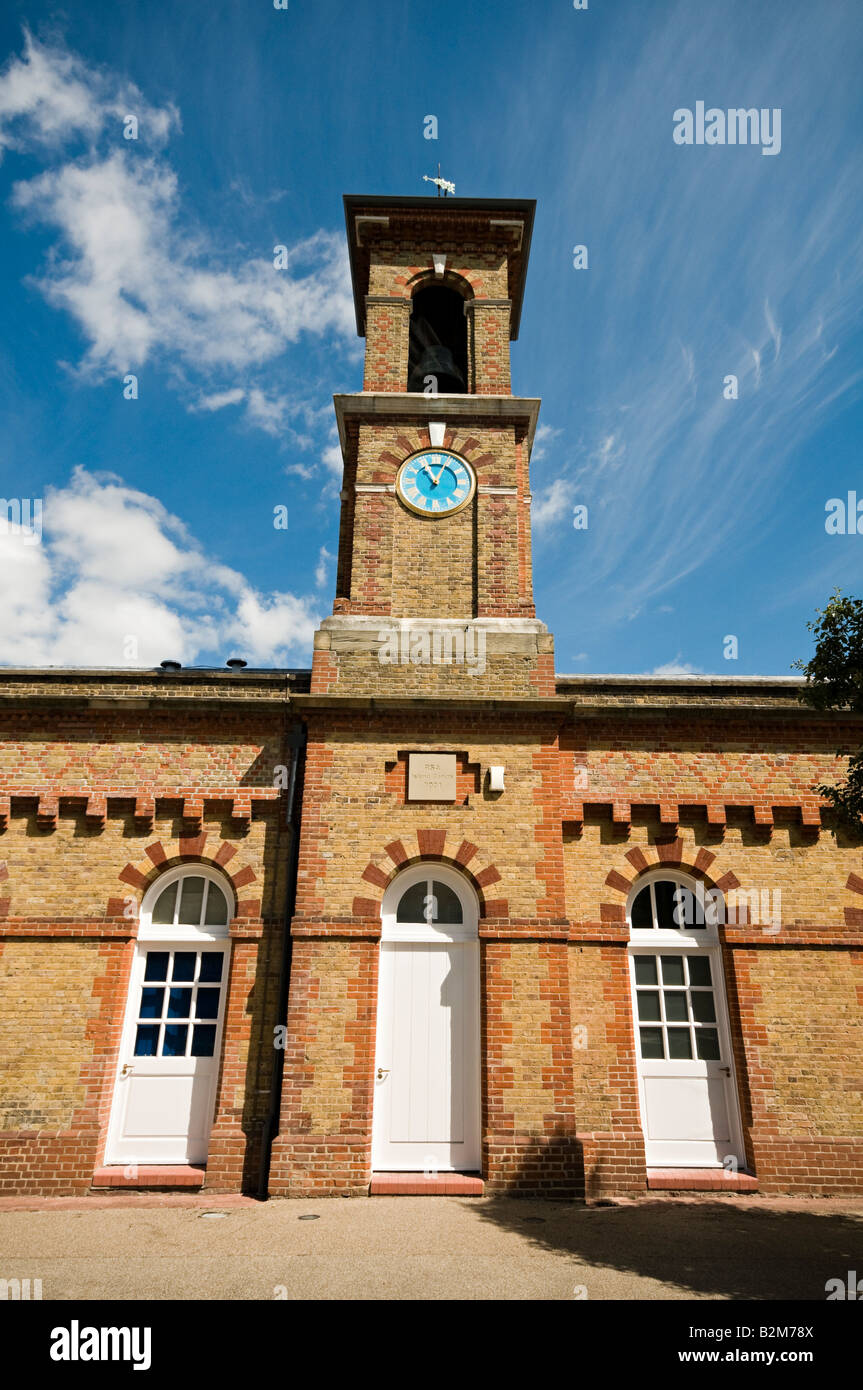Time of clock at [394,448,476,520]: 11:04
